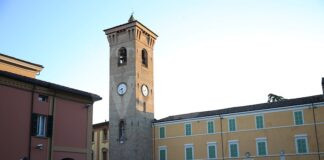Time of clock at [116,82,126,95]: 8:27
